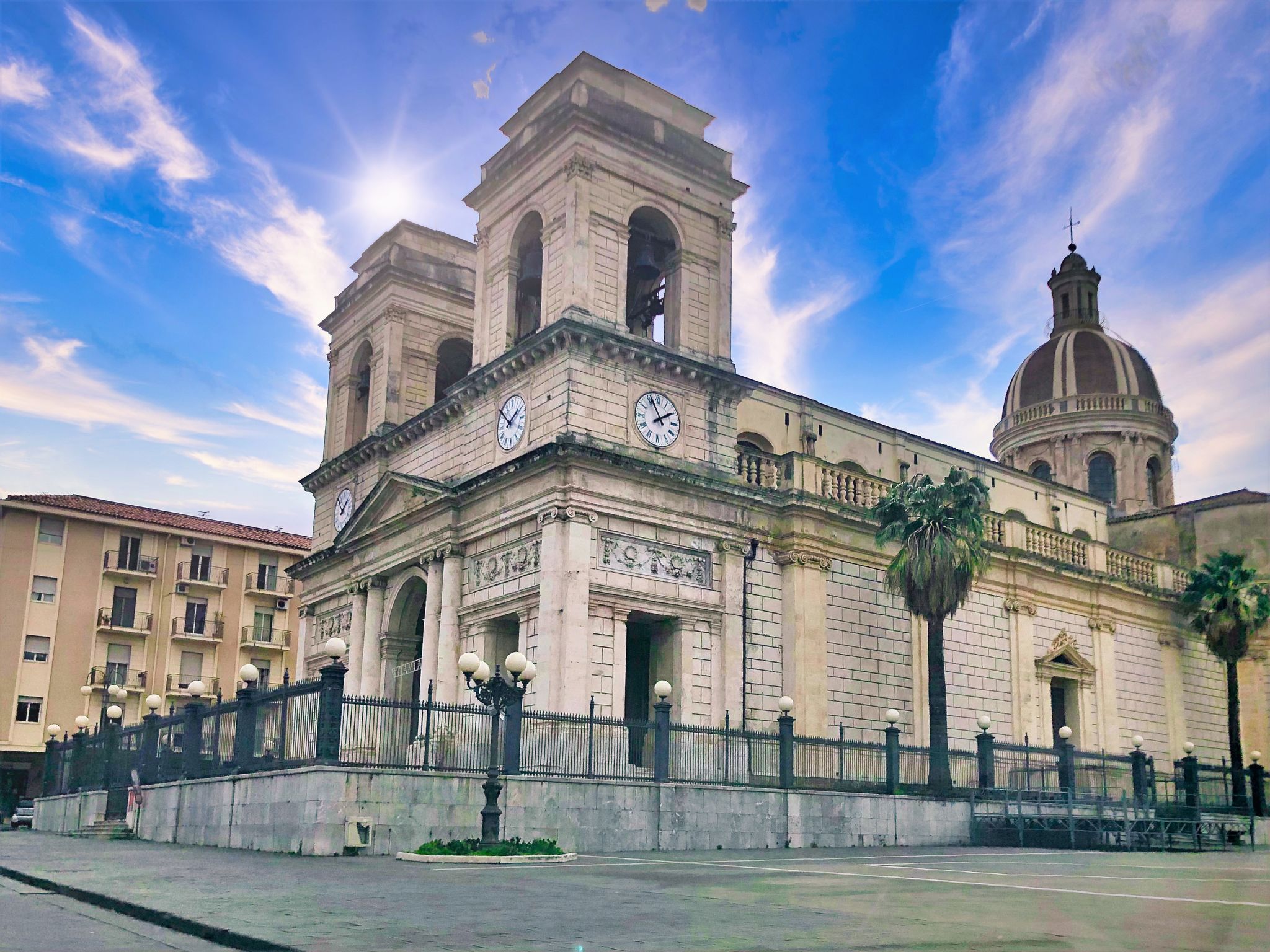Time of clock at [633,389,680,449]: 1:56
